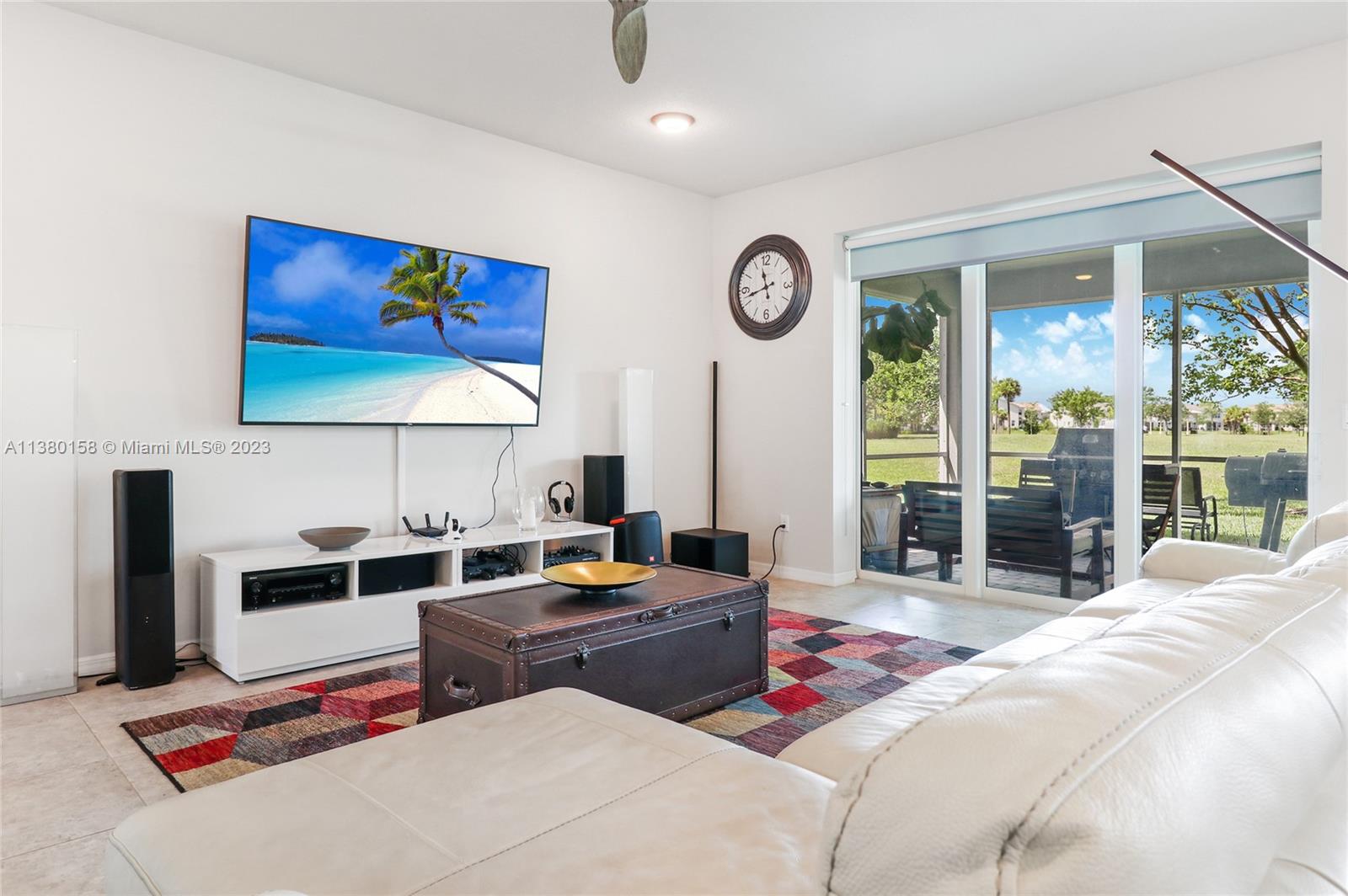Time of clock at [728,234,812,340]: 11:42
